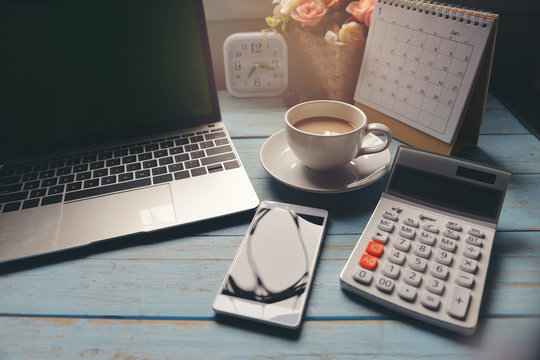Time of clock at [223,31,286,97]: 7:17
